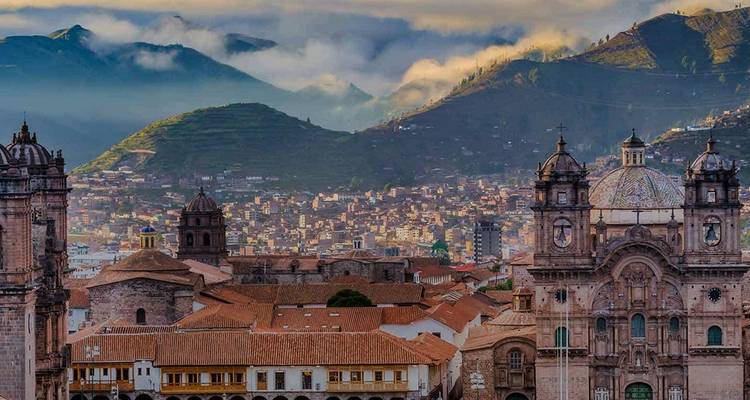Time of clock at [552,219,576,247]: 6:58
